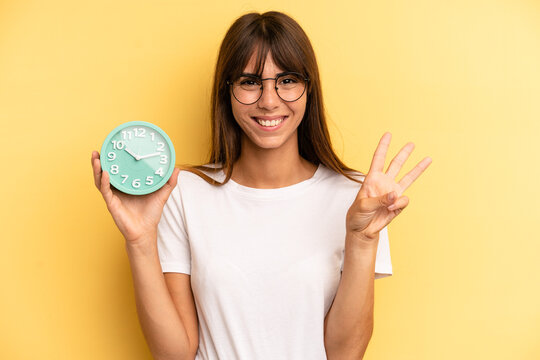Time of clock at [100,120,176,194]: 10:12
